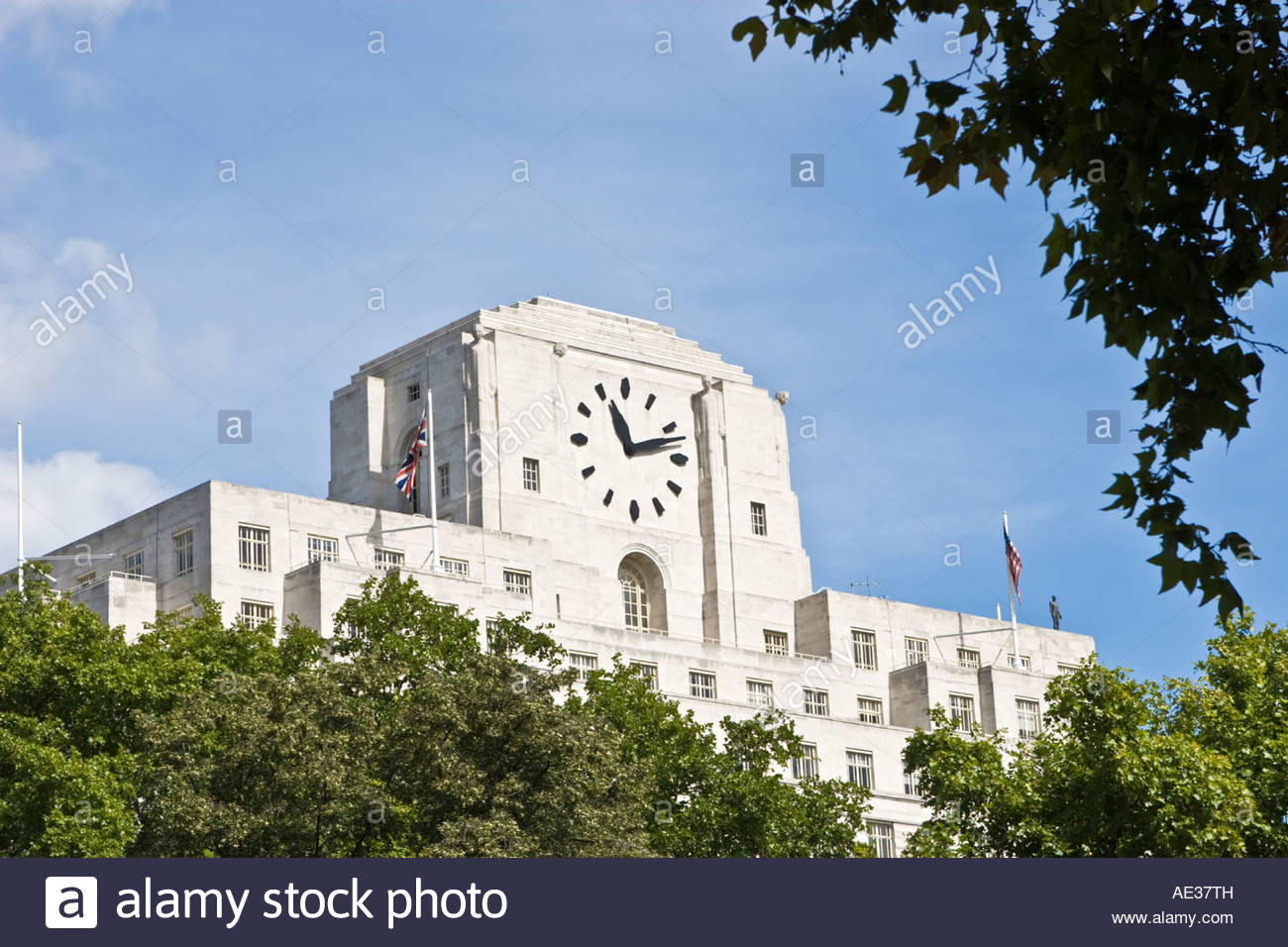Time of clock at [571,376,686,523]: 11:12
